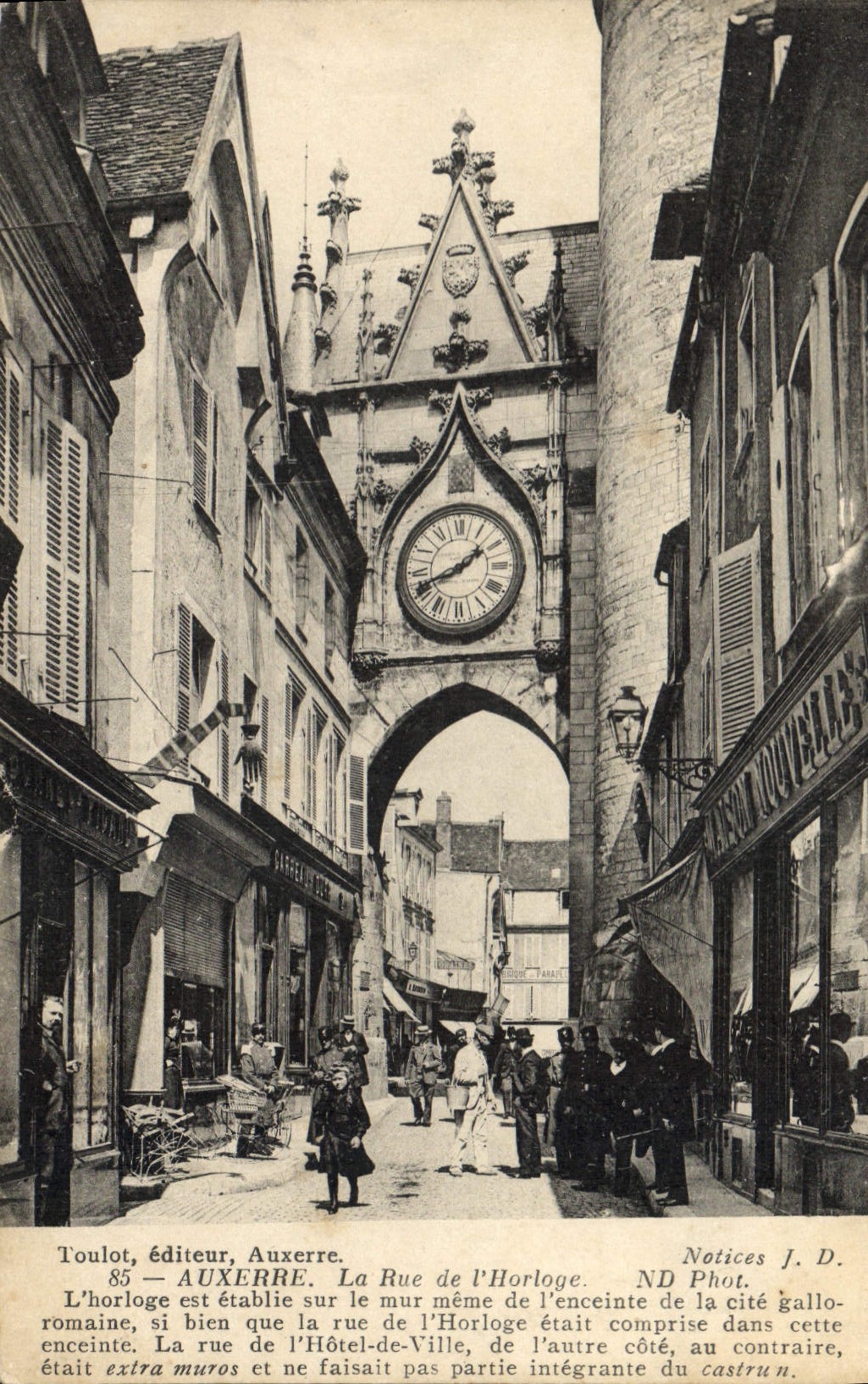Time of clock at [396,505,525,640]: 1:41
